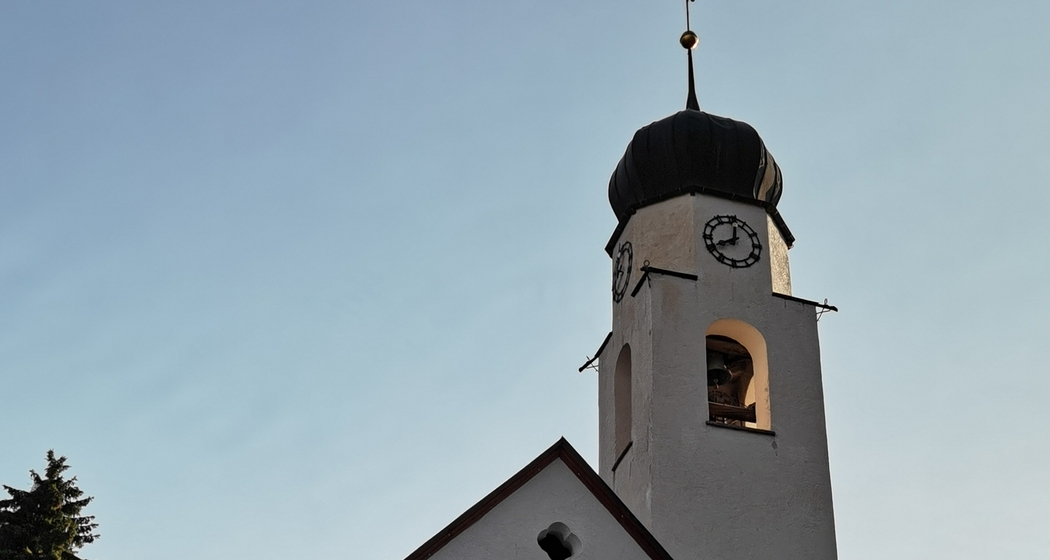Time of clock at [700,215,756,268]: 8:01
